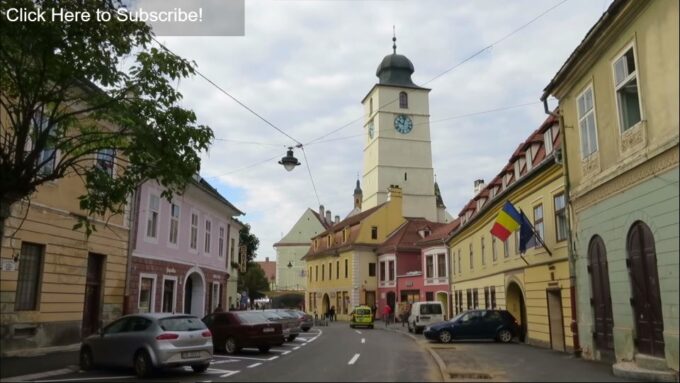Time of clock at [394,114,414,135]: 10:02
